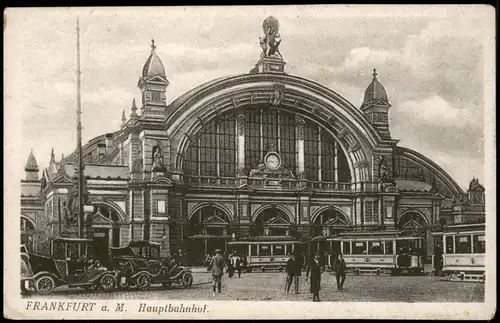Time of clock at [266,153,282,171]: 9:44
